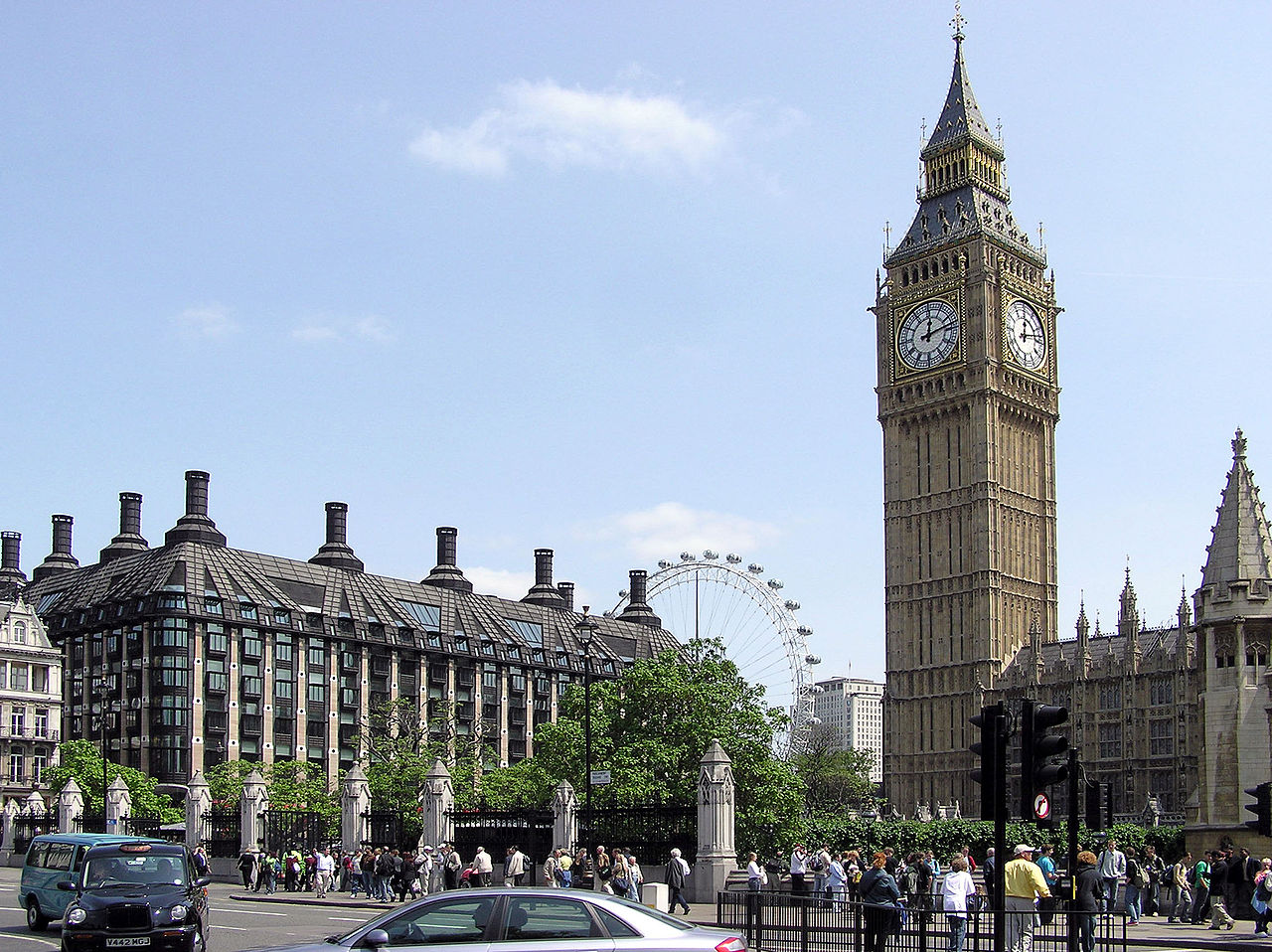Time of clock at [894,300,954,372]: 12:12
